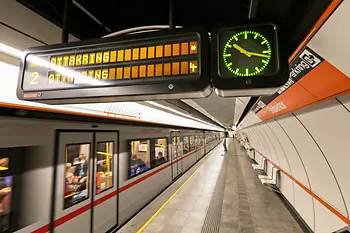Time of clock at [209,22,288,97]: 10:17
